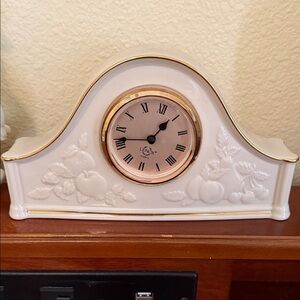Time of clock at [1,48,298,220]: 1:43
